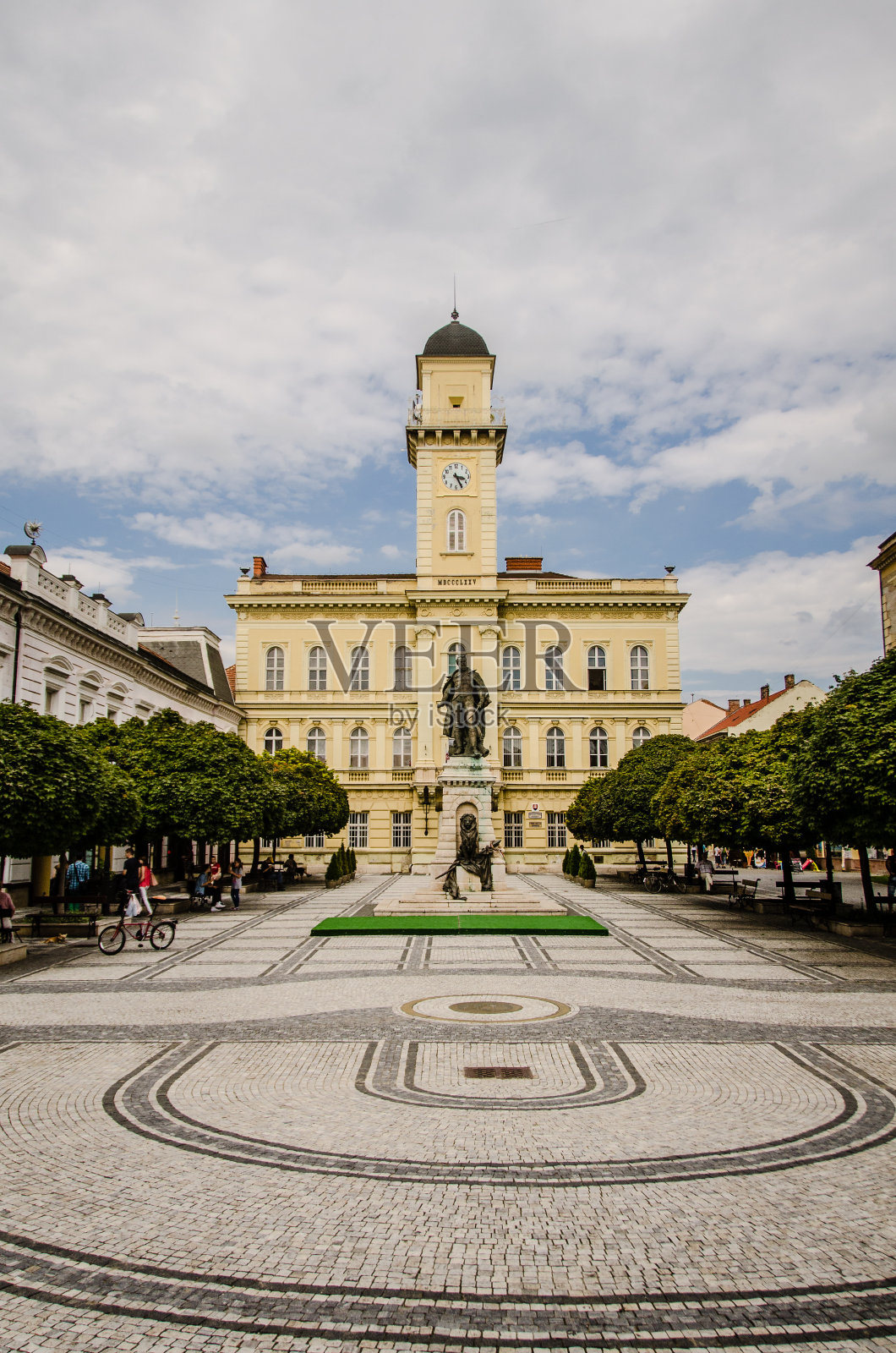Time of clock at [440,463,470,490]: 3:25
